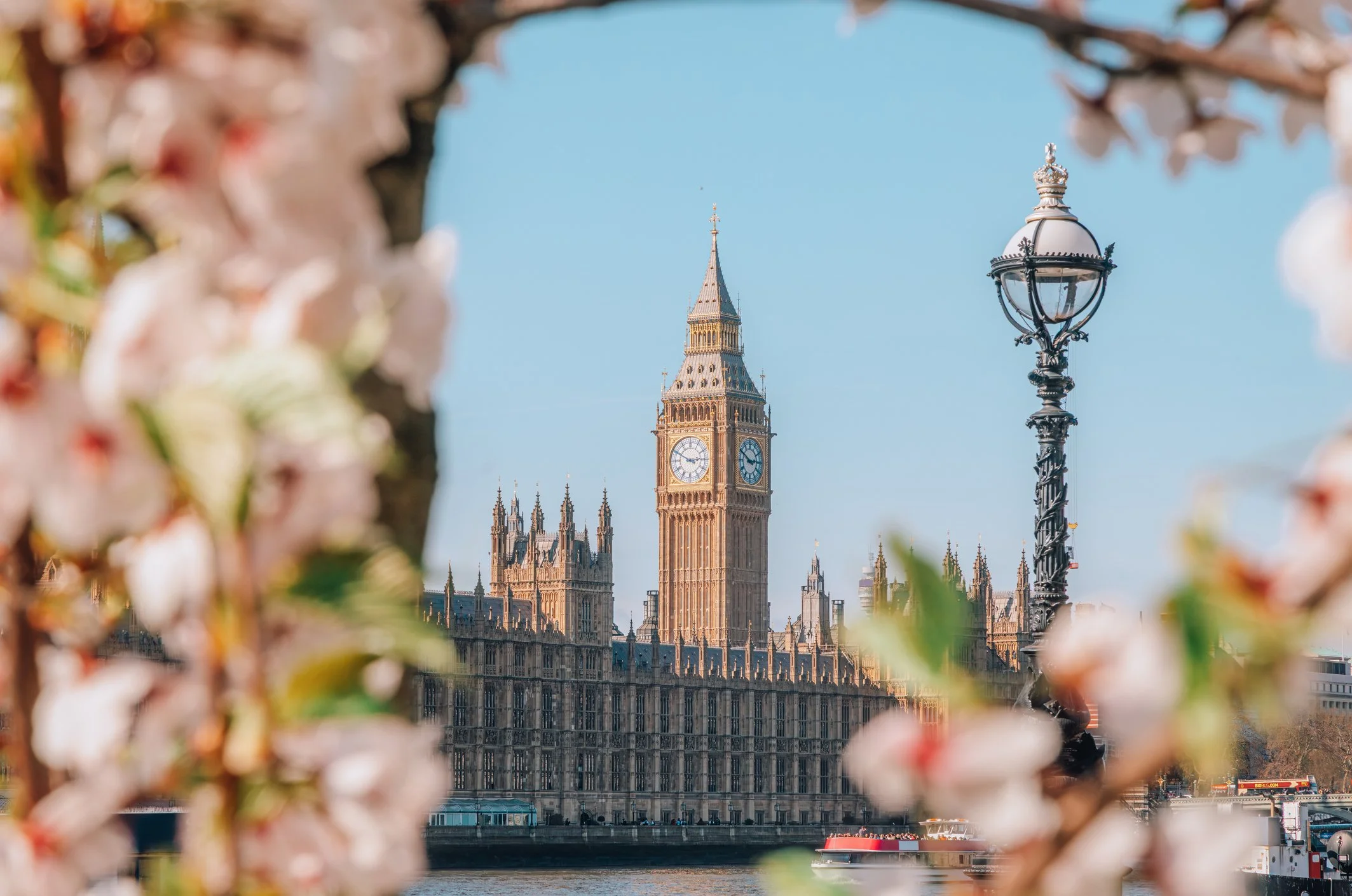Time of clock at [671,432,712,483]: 2:49
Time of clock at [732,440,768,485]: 2:49
